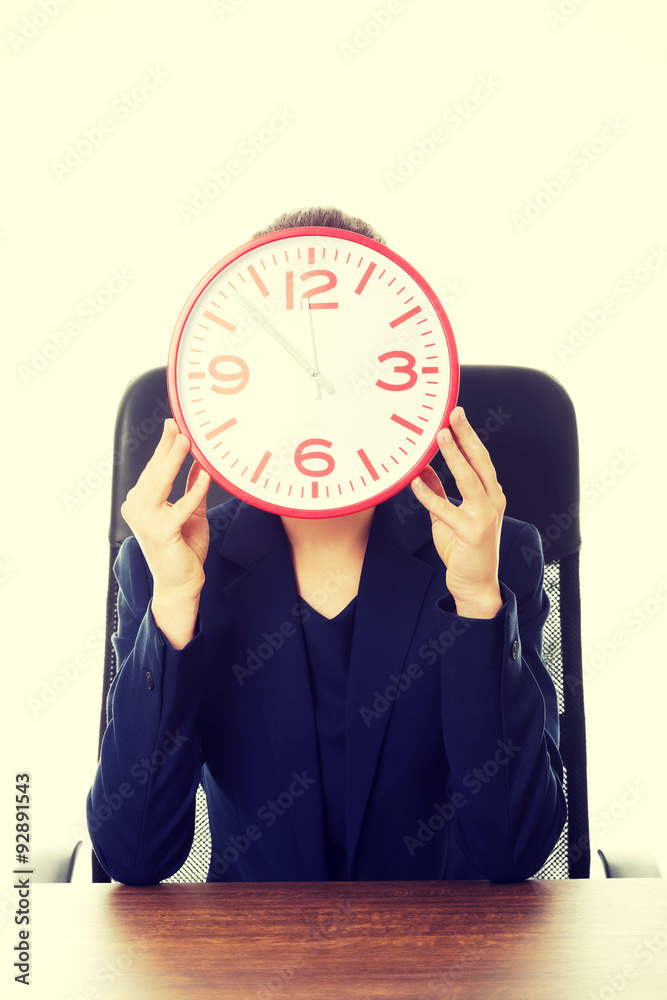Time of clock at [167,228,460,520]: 11:52
